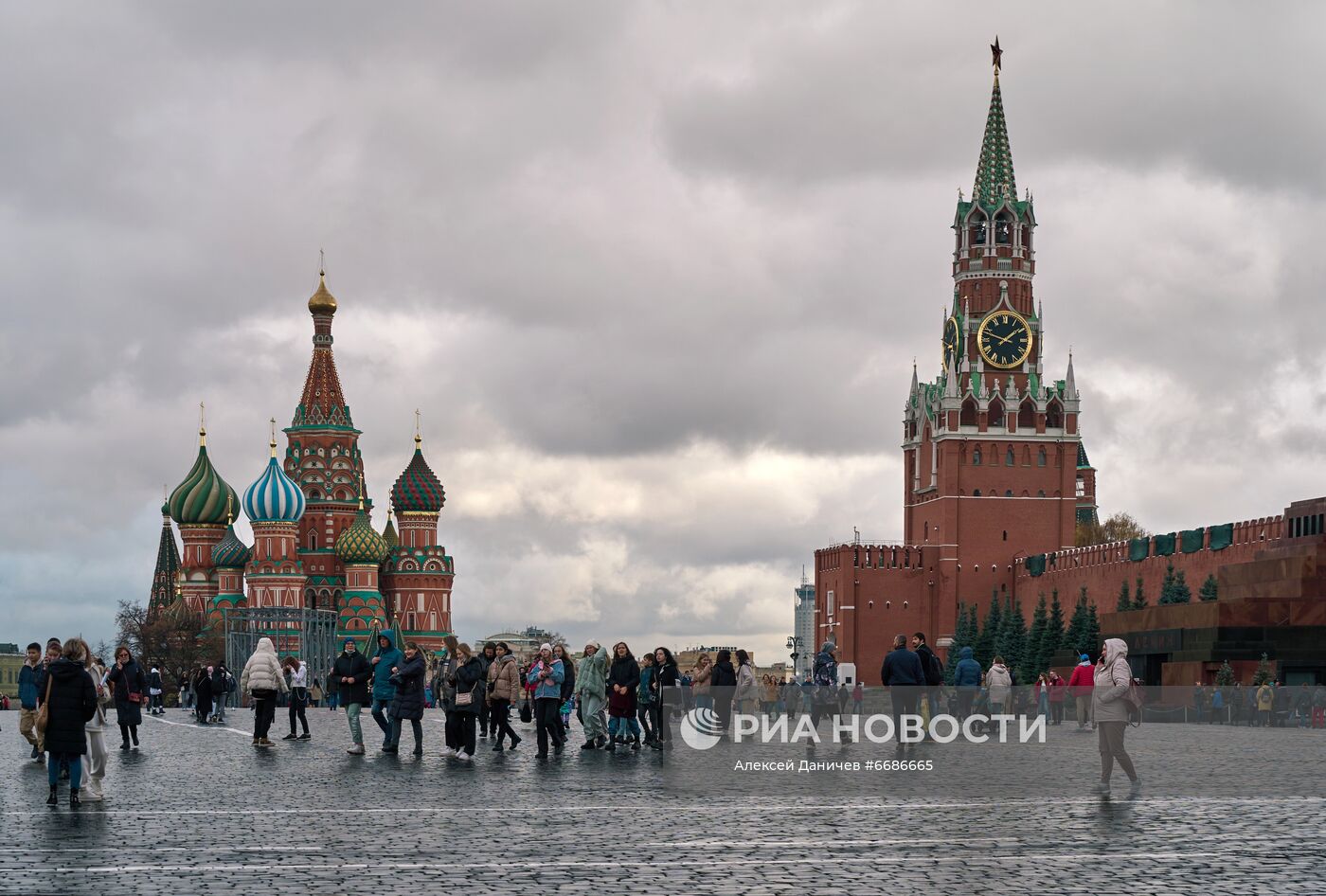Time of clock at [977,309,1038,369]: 1:48
